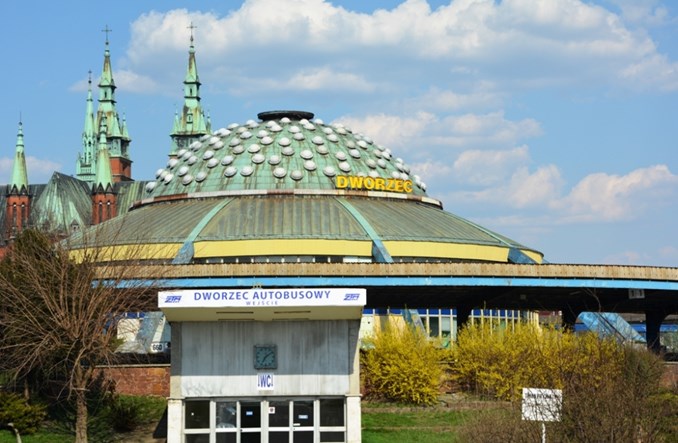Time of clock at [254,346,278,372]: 7:08
